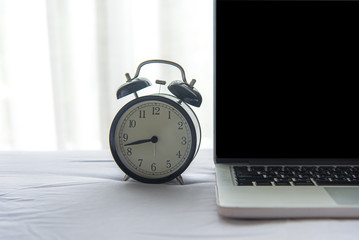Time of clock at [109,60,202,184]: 8:42
